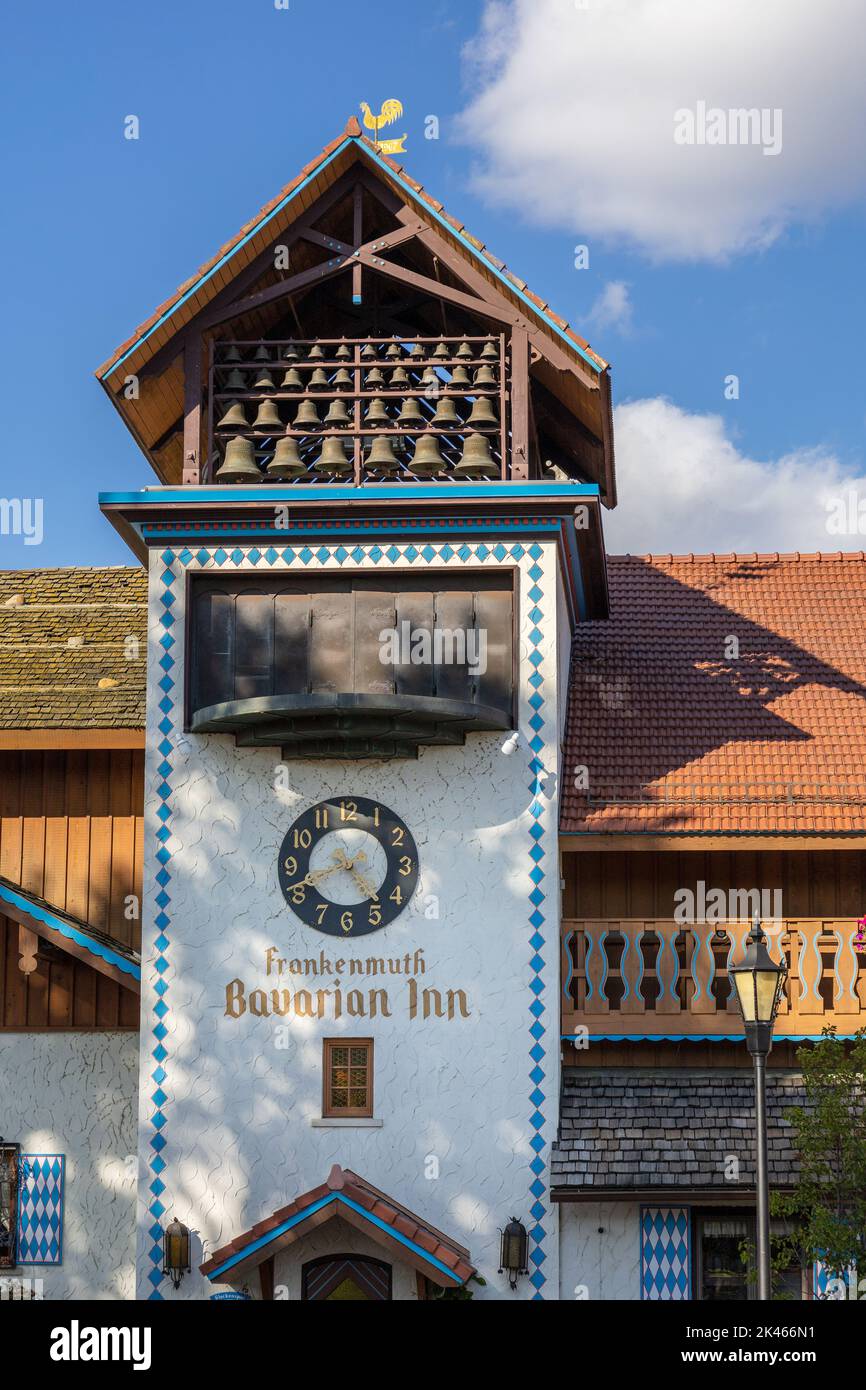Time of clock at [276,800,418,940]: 4:41
